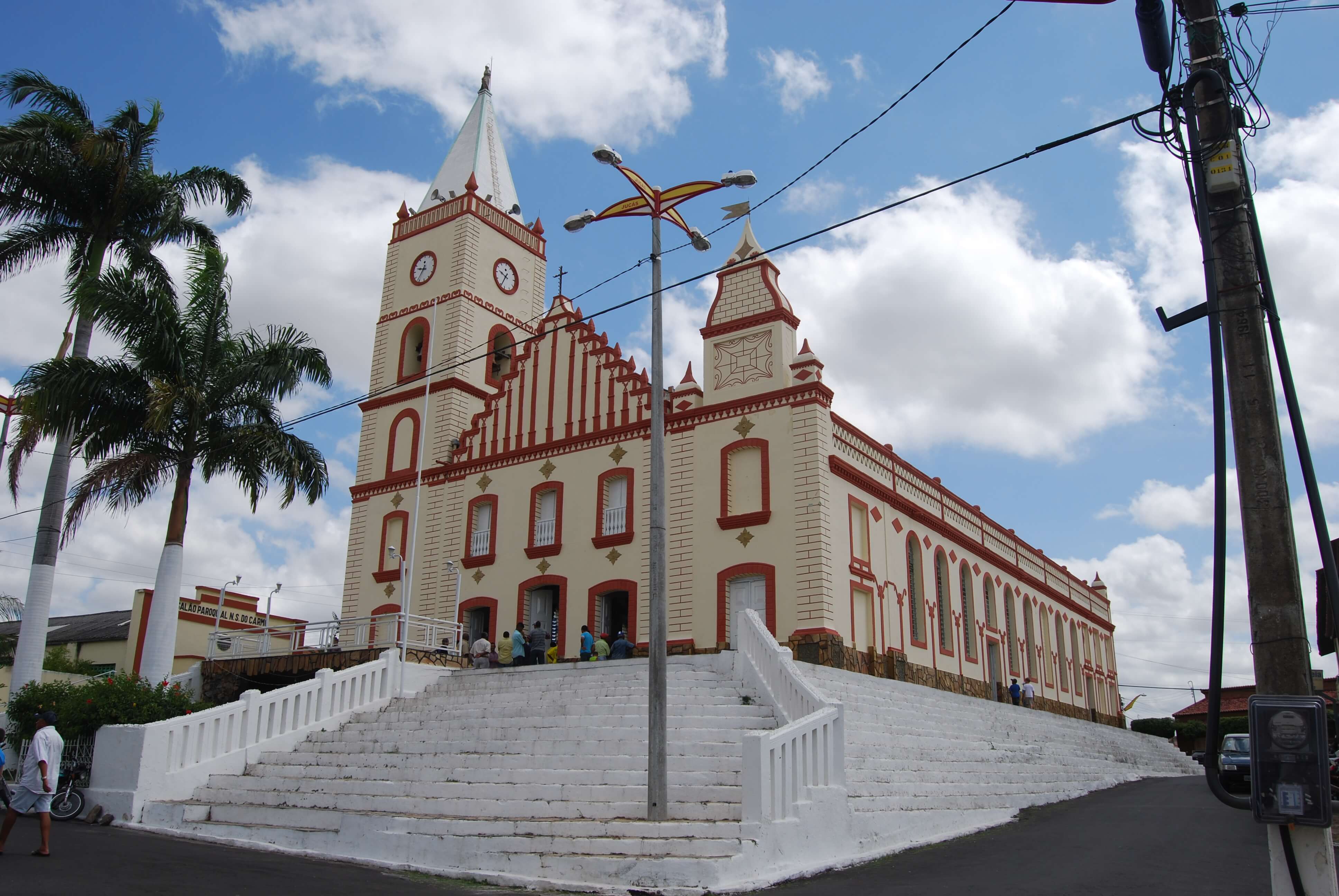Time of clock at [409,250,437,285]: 9:36
